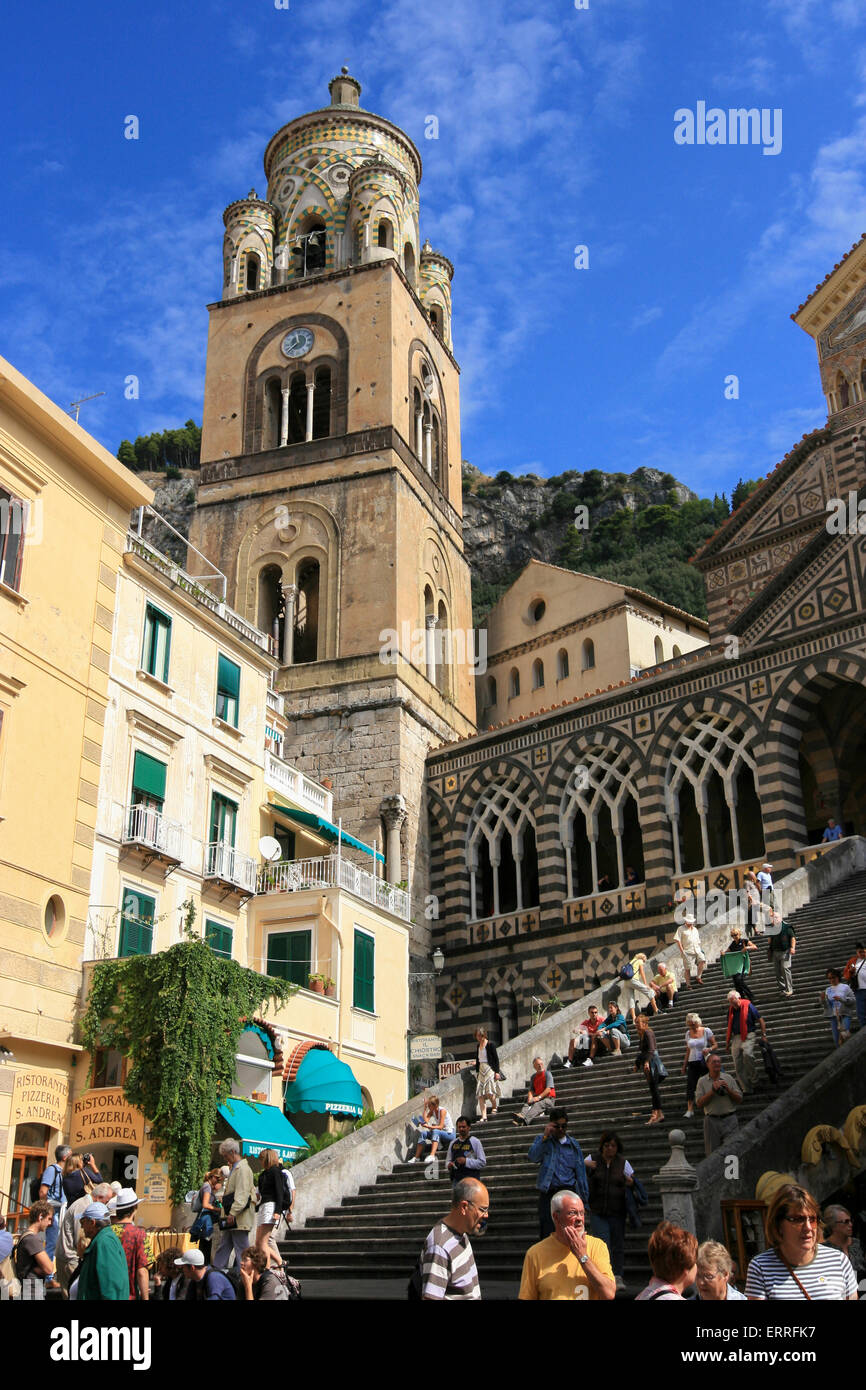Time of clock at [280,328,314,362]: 11:37
